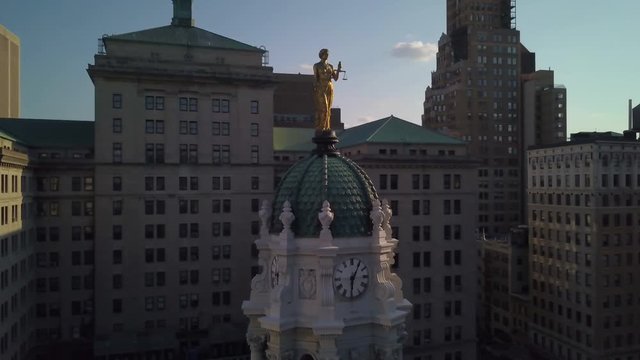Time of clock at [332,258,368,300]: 6:05
